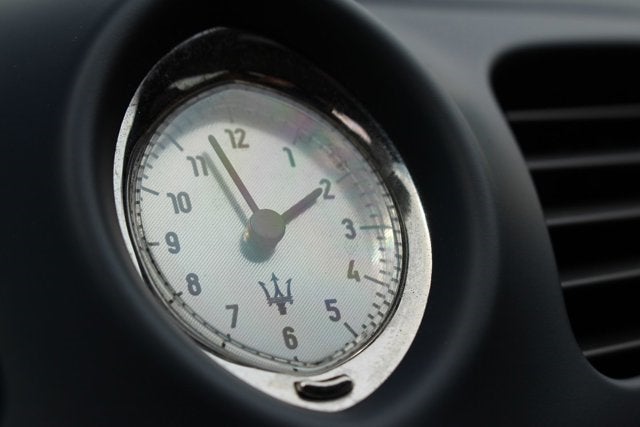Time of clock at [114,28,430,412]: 1:57
